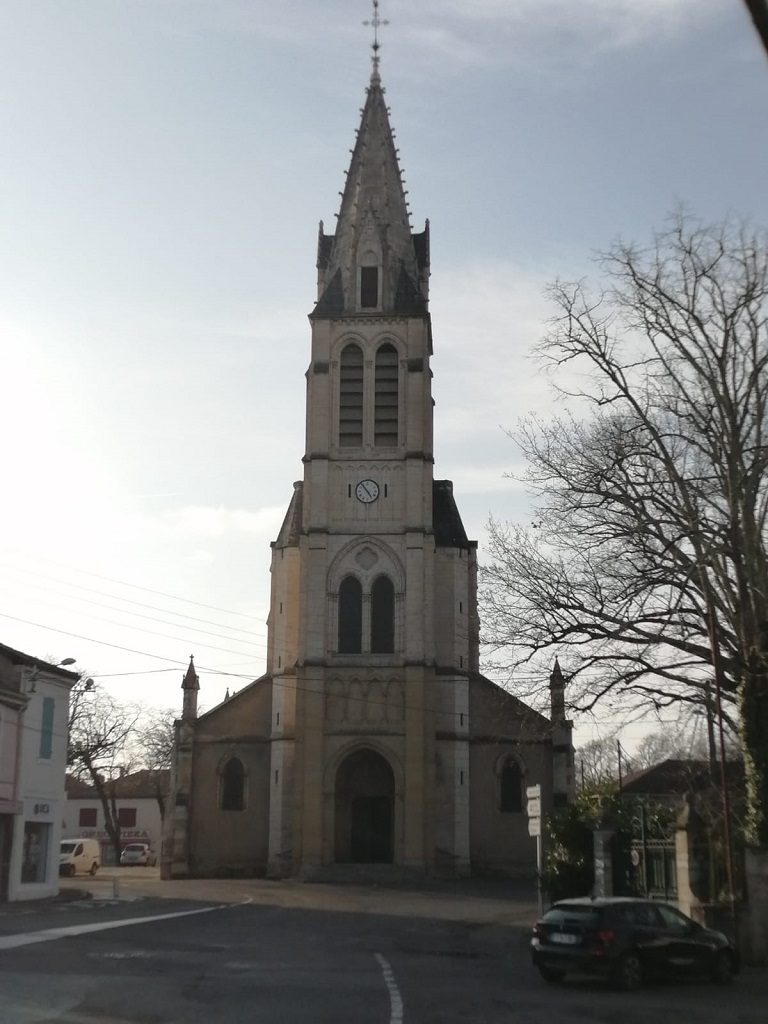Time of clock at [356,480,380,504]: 4:53
